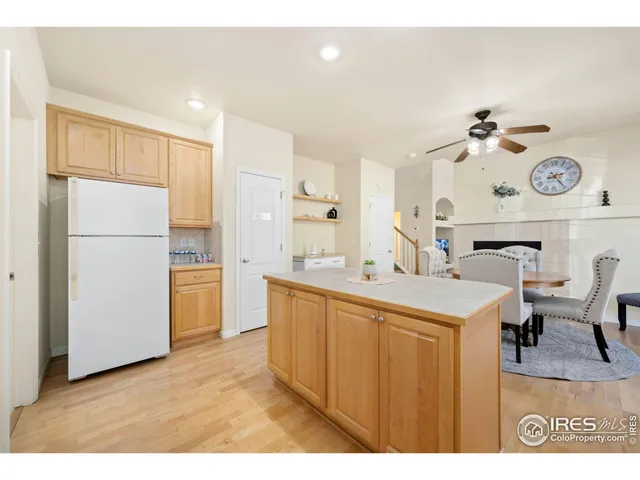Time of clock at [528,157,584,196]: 2:24
